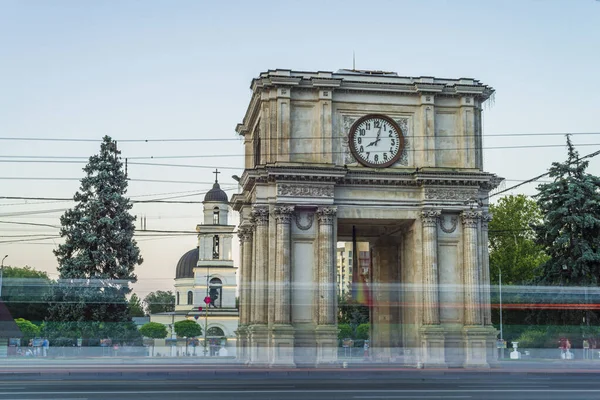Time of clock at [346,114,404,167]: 8:02
